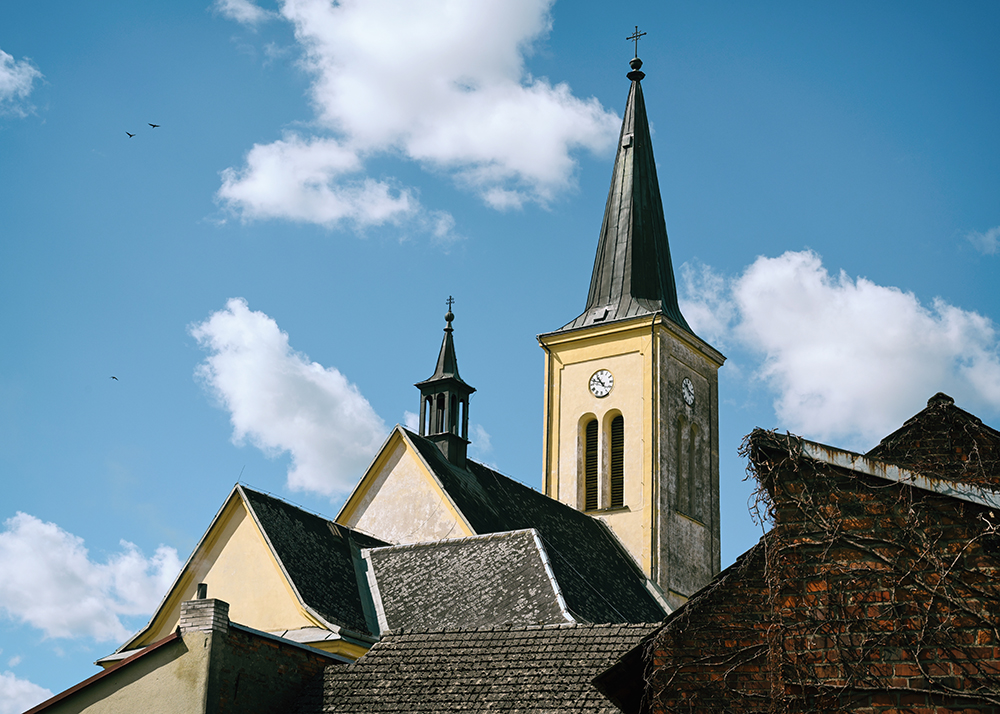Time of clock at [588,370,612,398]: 10:48
